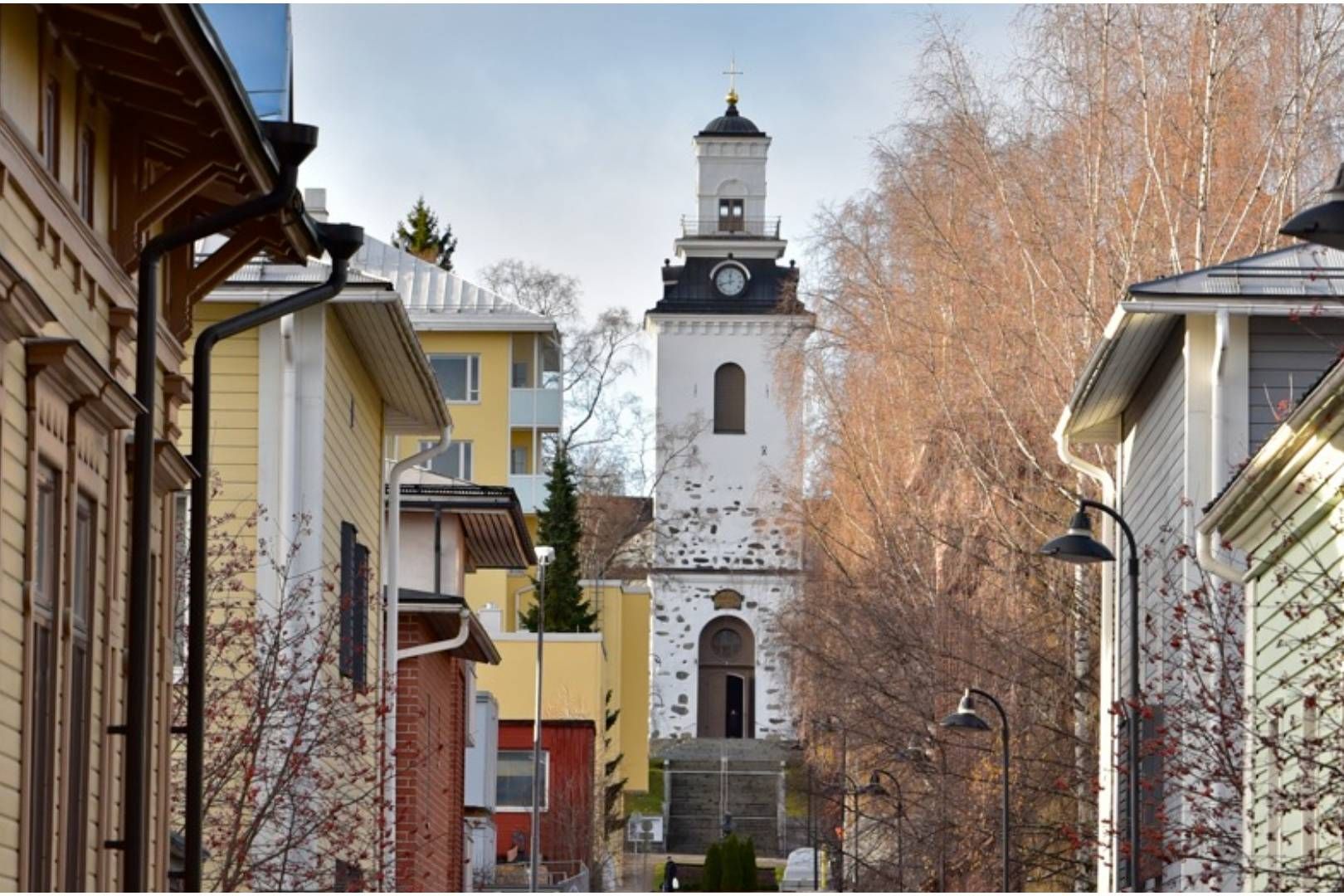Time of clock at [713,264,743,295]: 11:41
